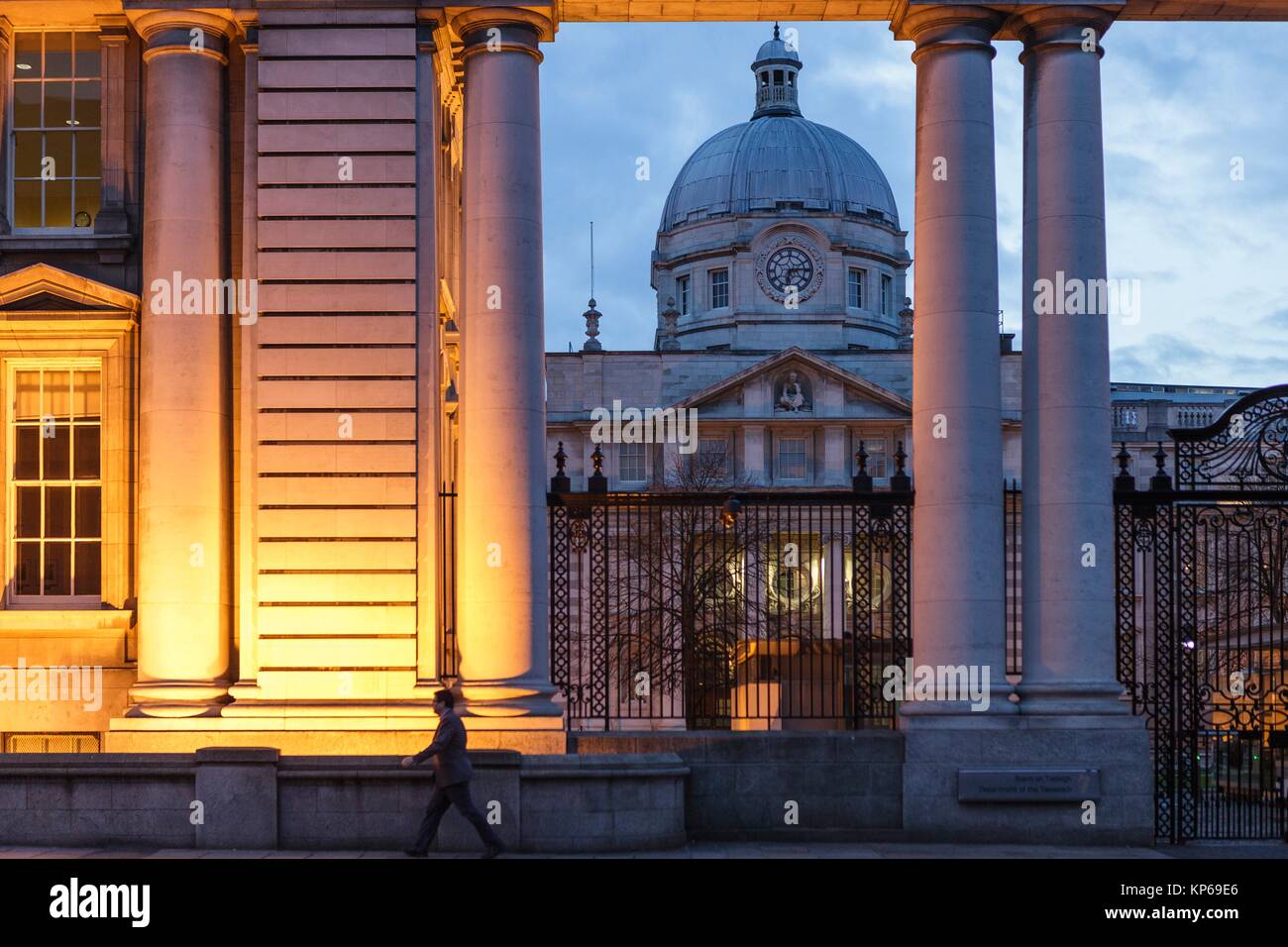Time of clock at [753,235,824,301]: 6:14
